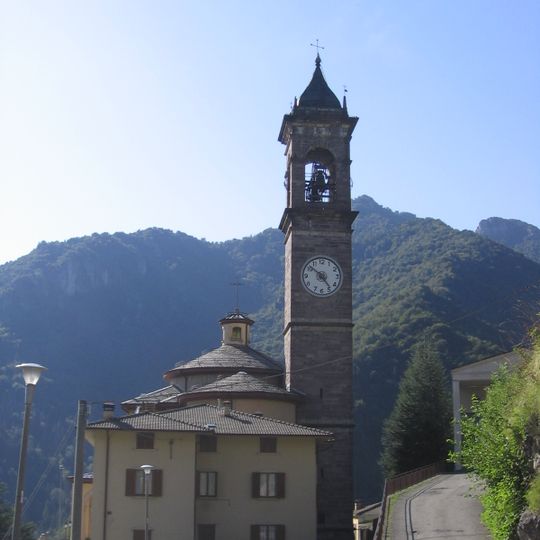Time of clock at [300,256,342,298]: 4:51
